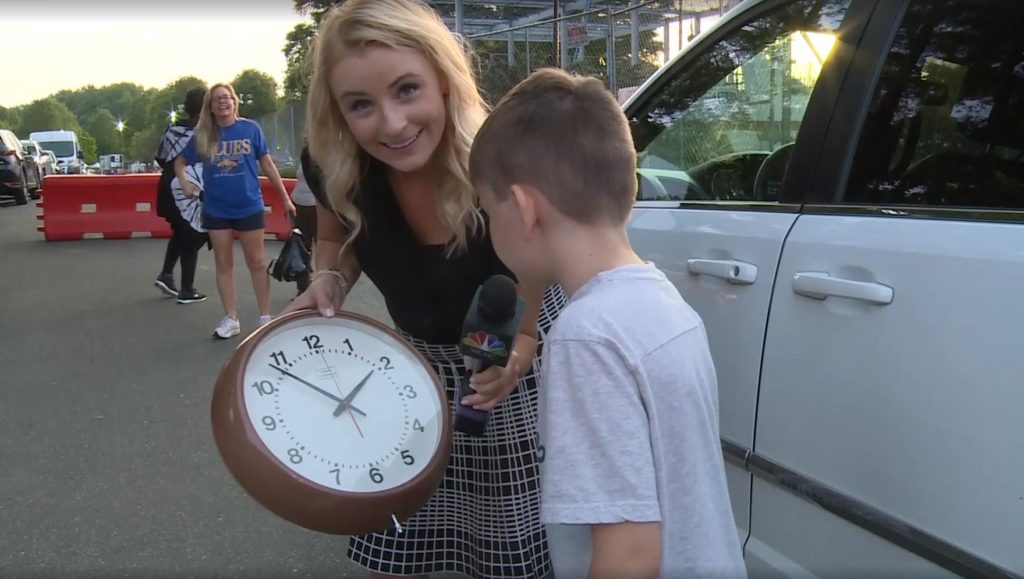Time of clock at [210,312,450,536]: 1:53
